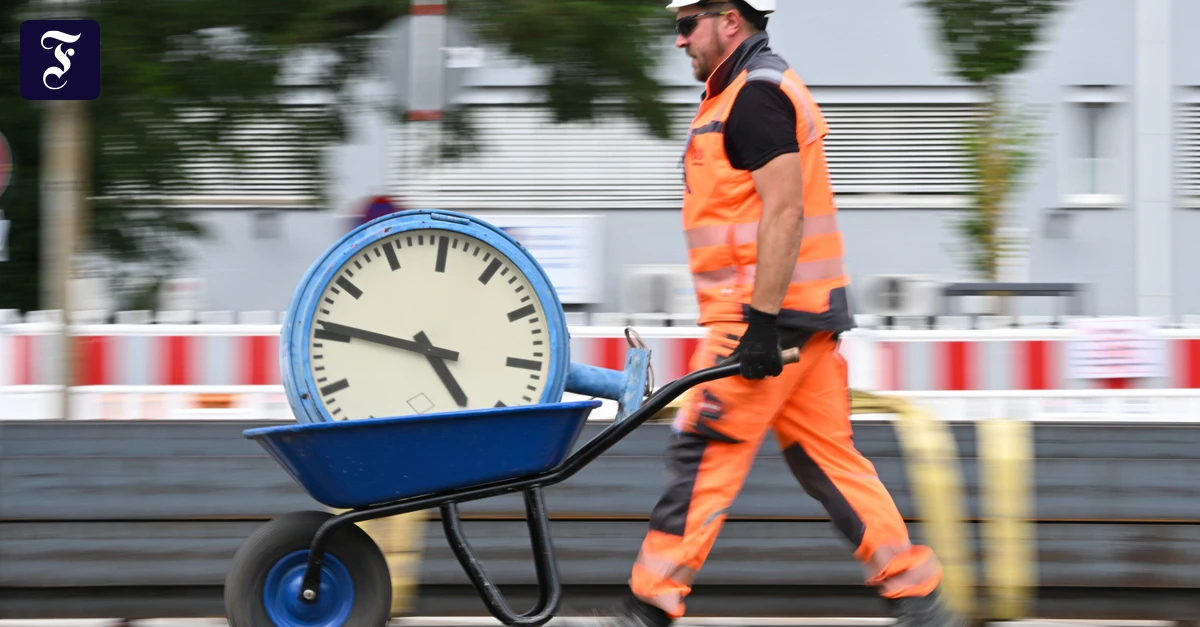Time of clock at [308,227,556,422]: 4:46
